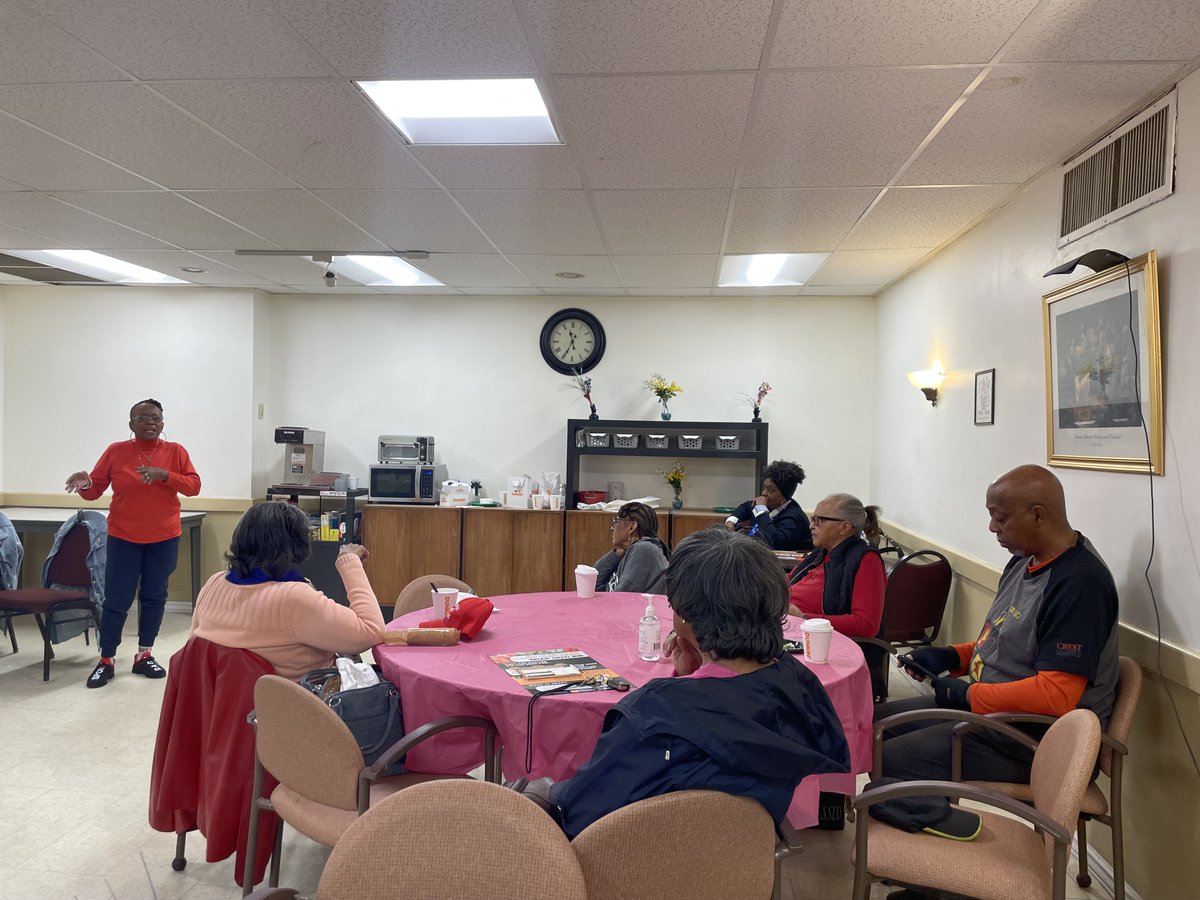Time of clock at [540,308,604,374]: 11:34
